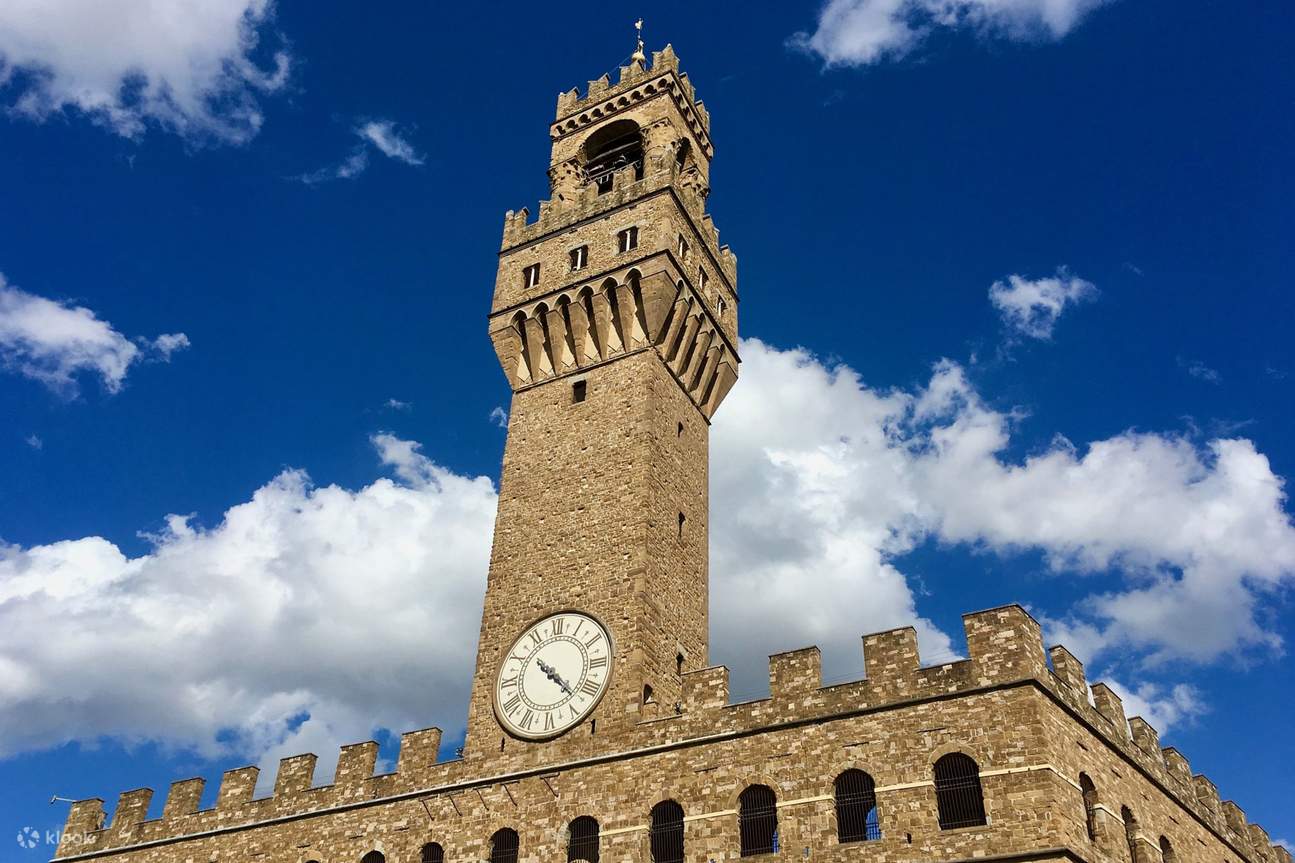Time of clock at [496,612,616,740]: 10:22
